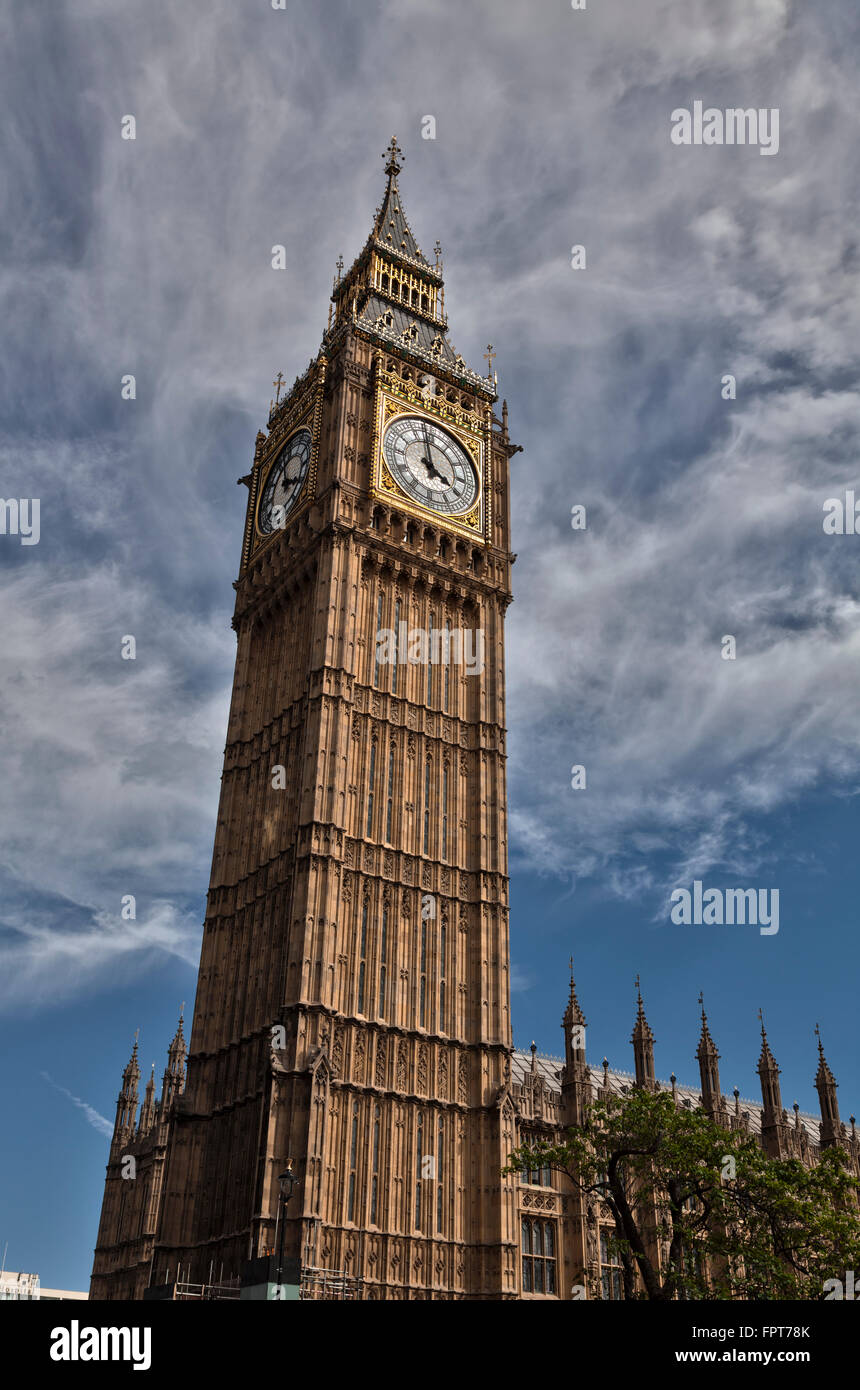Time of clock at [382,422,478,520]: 3:58
